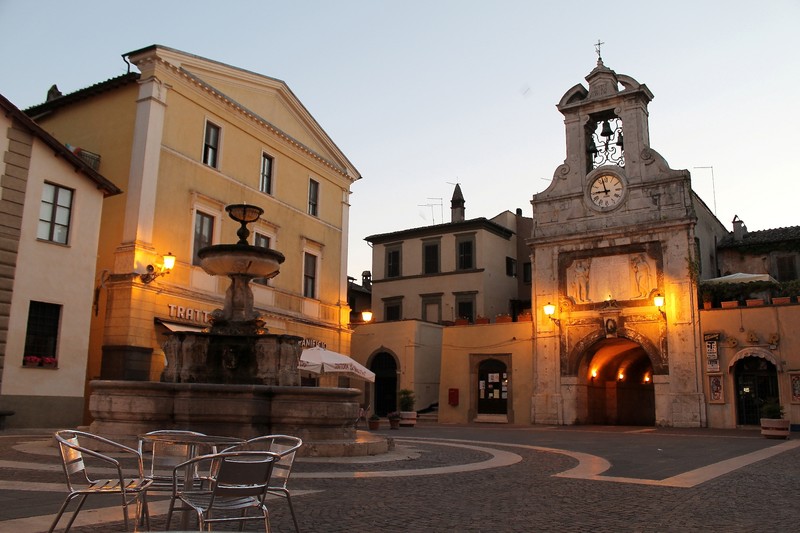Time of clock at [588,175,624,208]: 8:57
